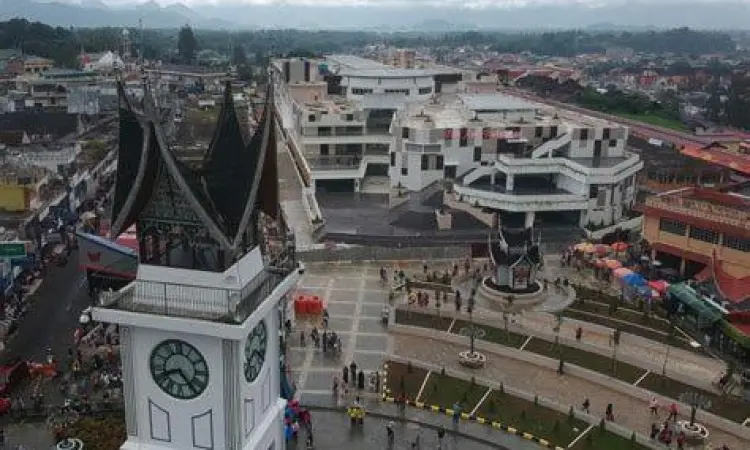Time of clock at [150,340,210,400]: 8:23
